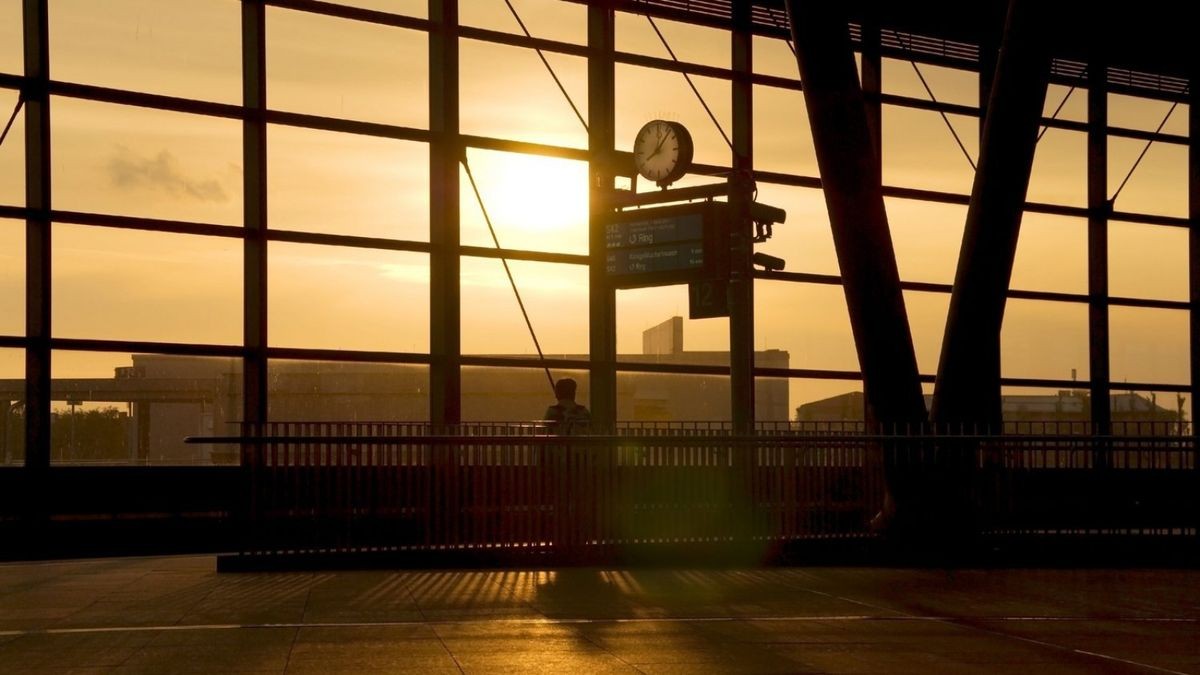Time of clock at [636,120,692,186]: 8:06
